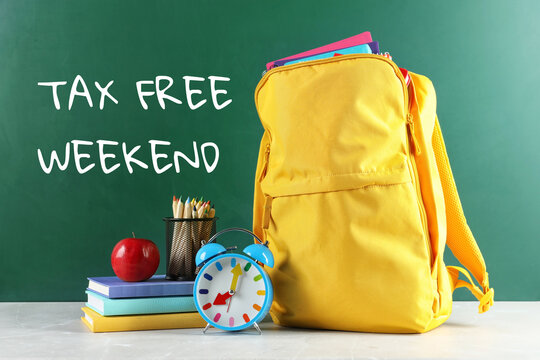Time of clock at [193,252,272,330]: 8:02
